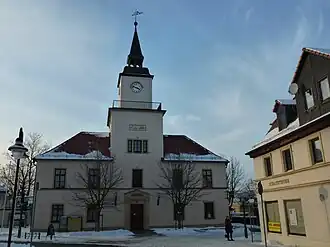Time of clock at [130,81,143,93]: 3:47
